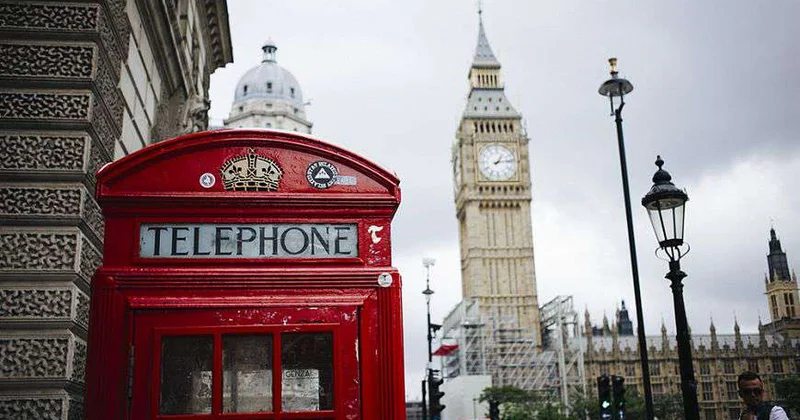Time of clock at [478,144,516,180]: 1:13
